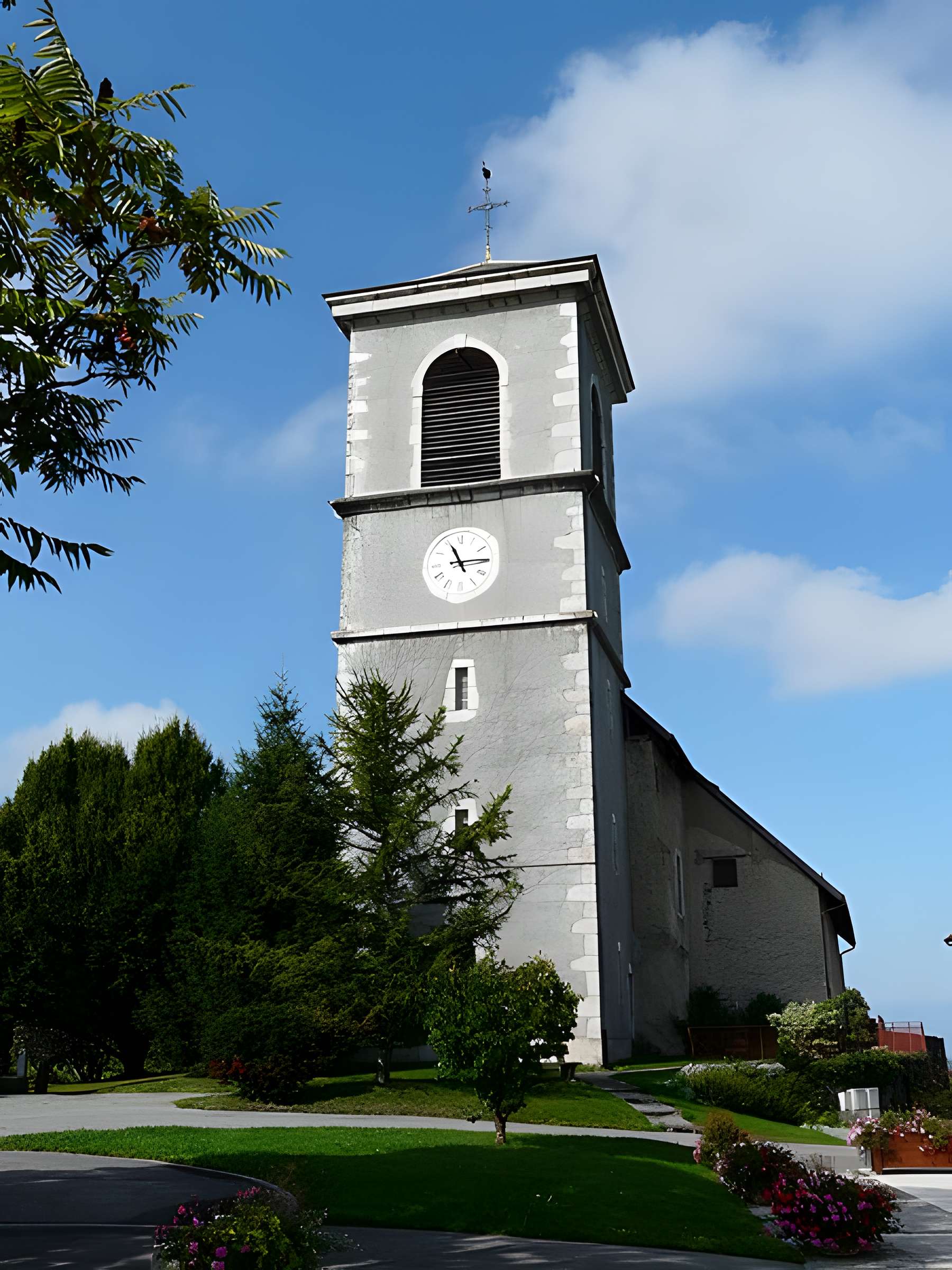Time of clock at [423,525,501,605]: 11:14
